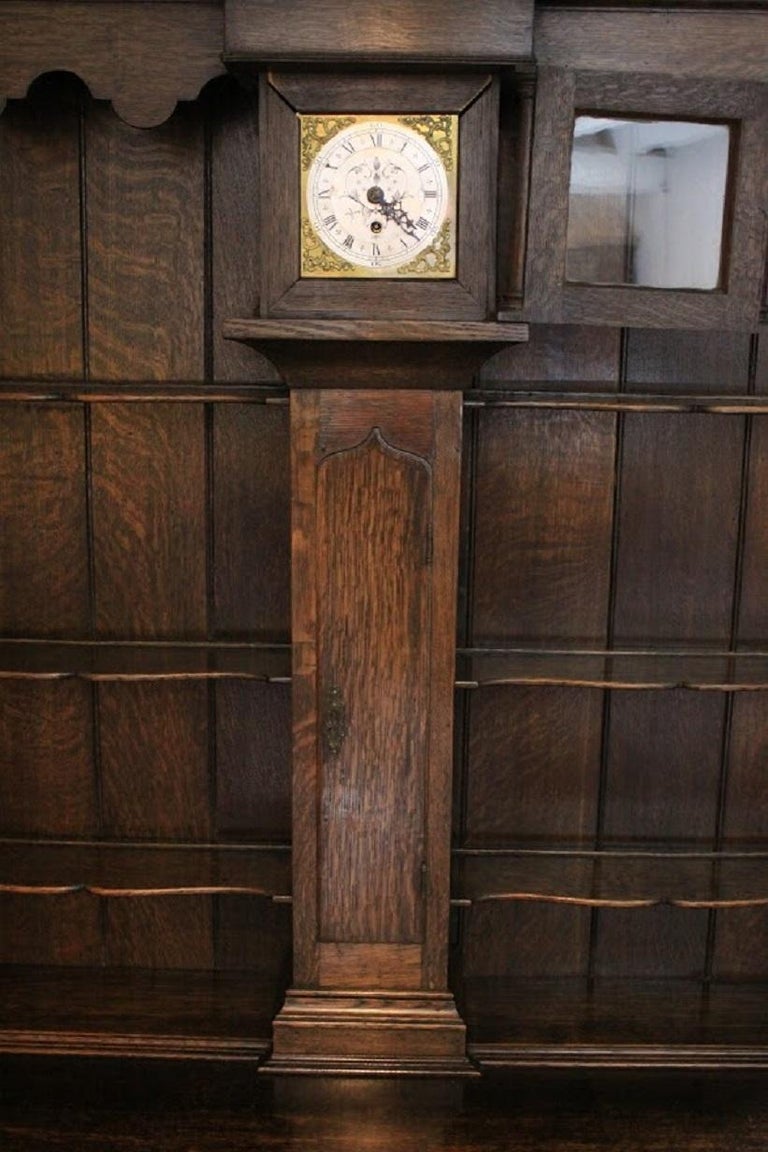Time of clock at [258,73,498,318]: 4:21
